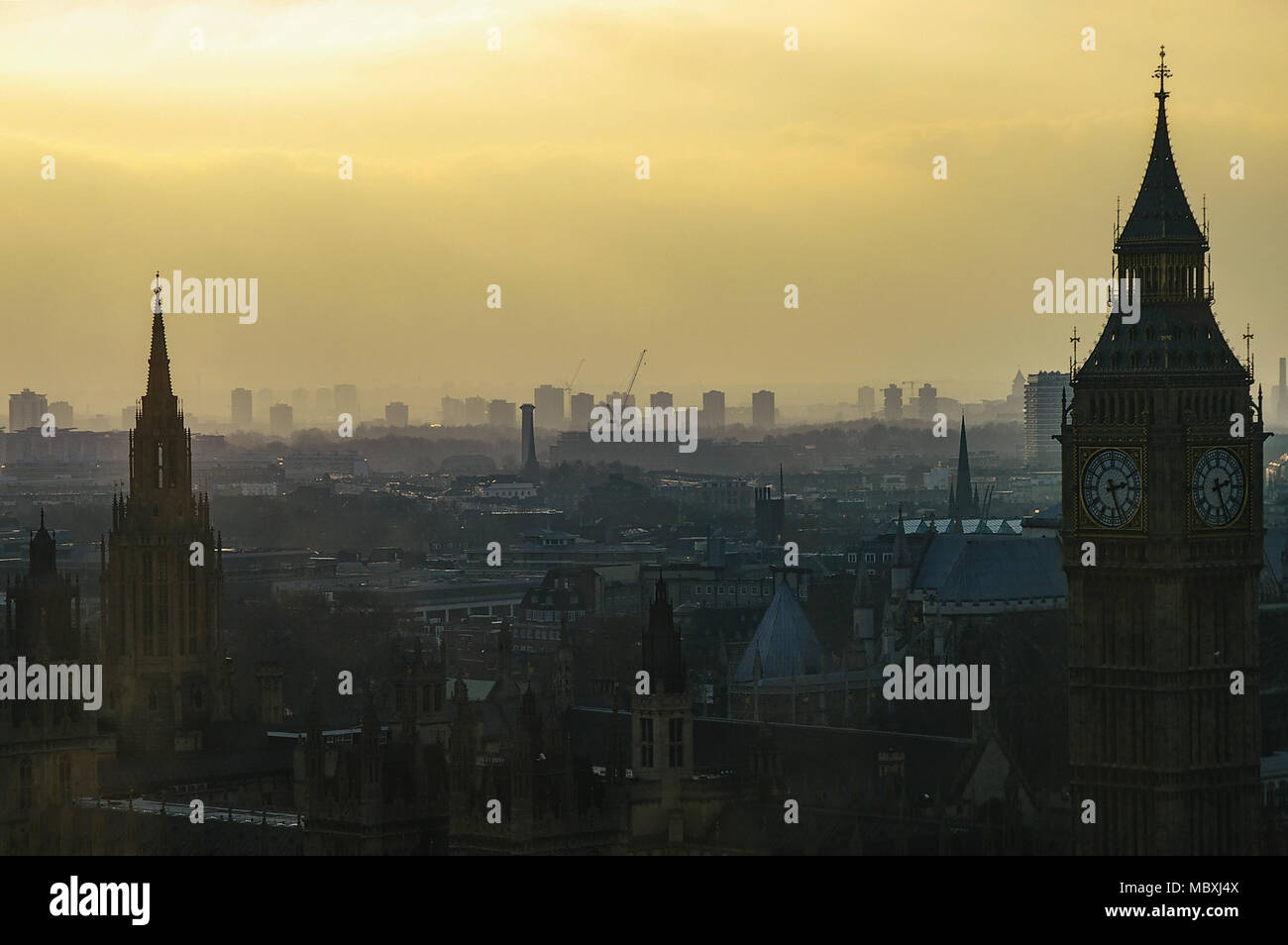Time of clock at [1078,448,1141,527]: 2:26
